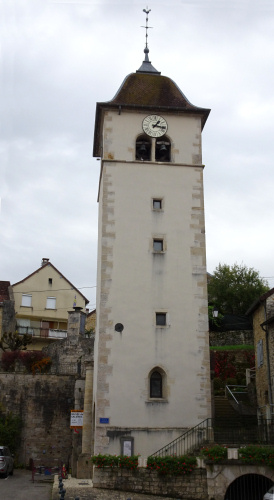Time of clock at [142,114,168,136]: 1:16
